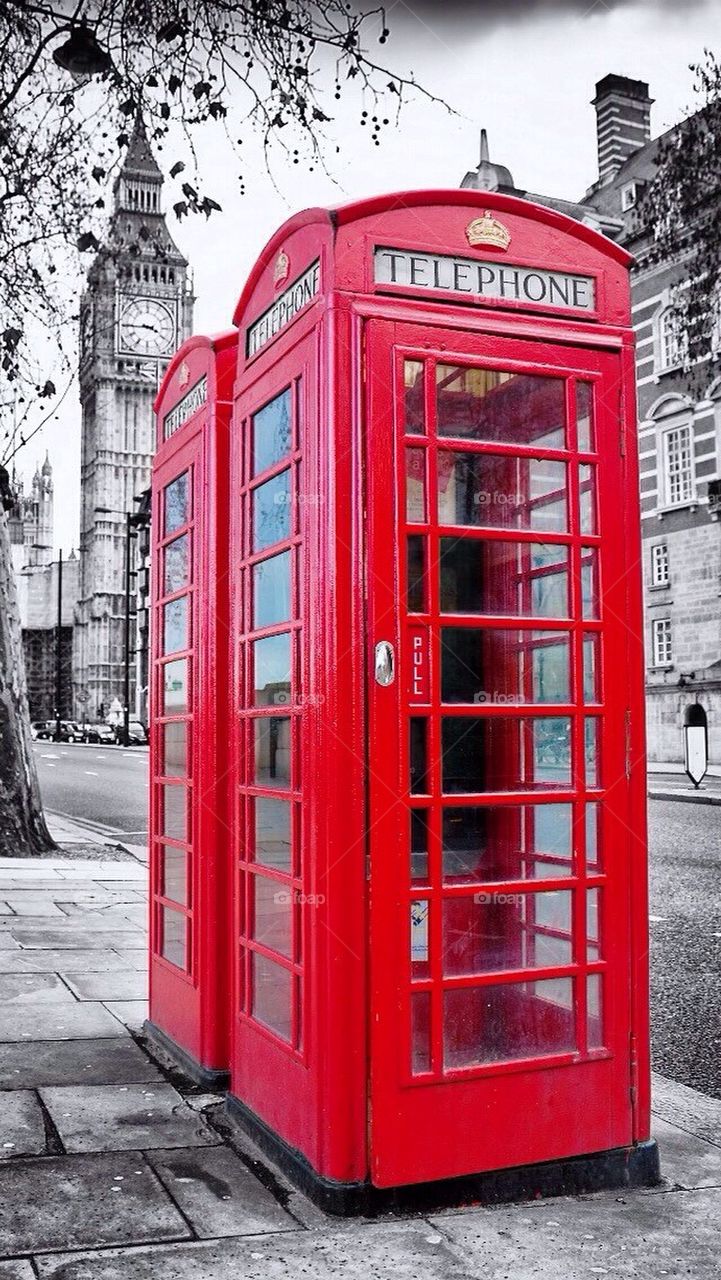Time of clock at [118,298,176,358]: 3:44
